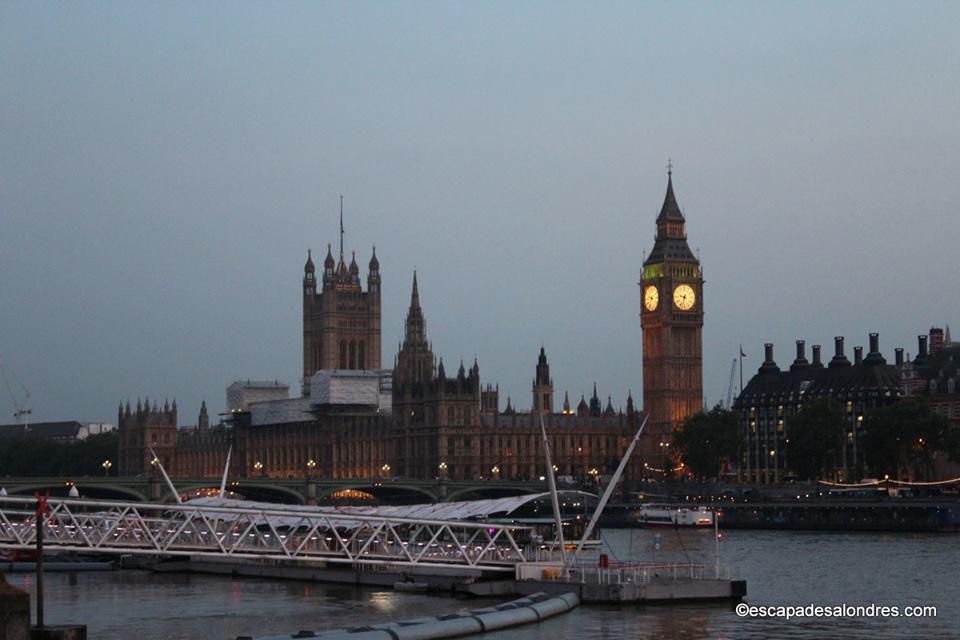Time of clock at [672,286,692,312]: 9:33
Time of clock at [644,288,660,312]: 9:36
